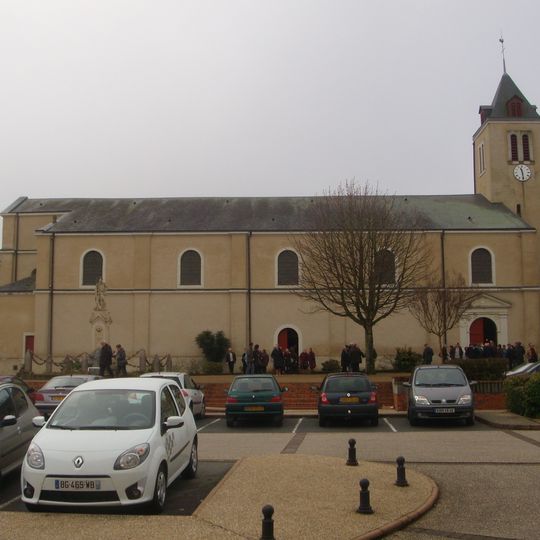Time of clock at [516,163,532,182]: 11:28
